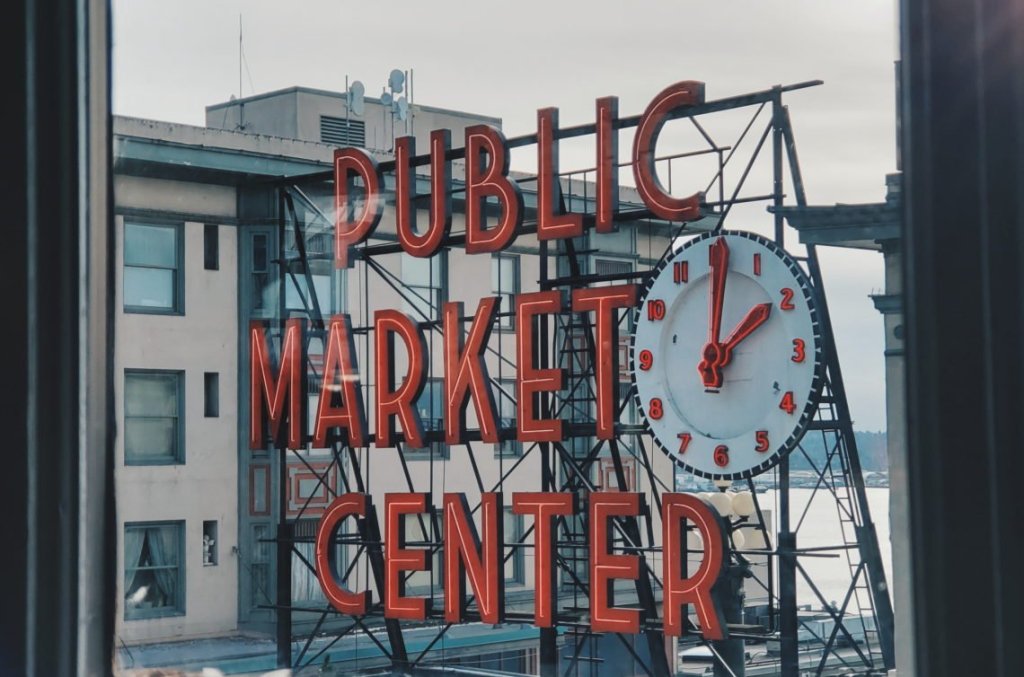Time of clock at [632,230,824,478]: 2:01
